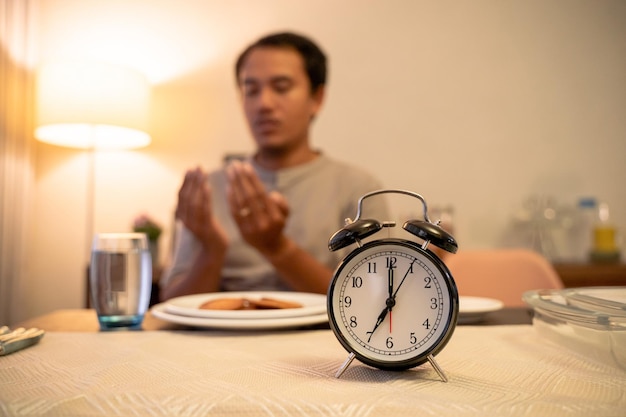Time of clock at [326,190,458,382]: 7:00
